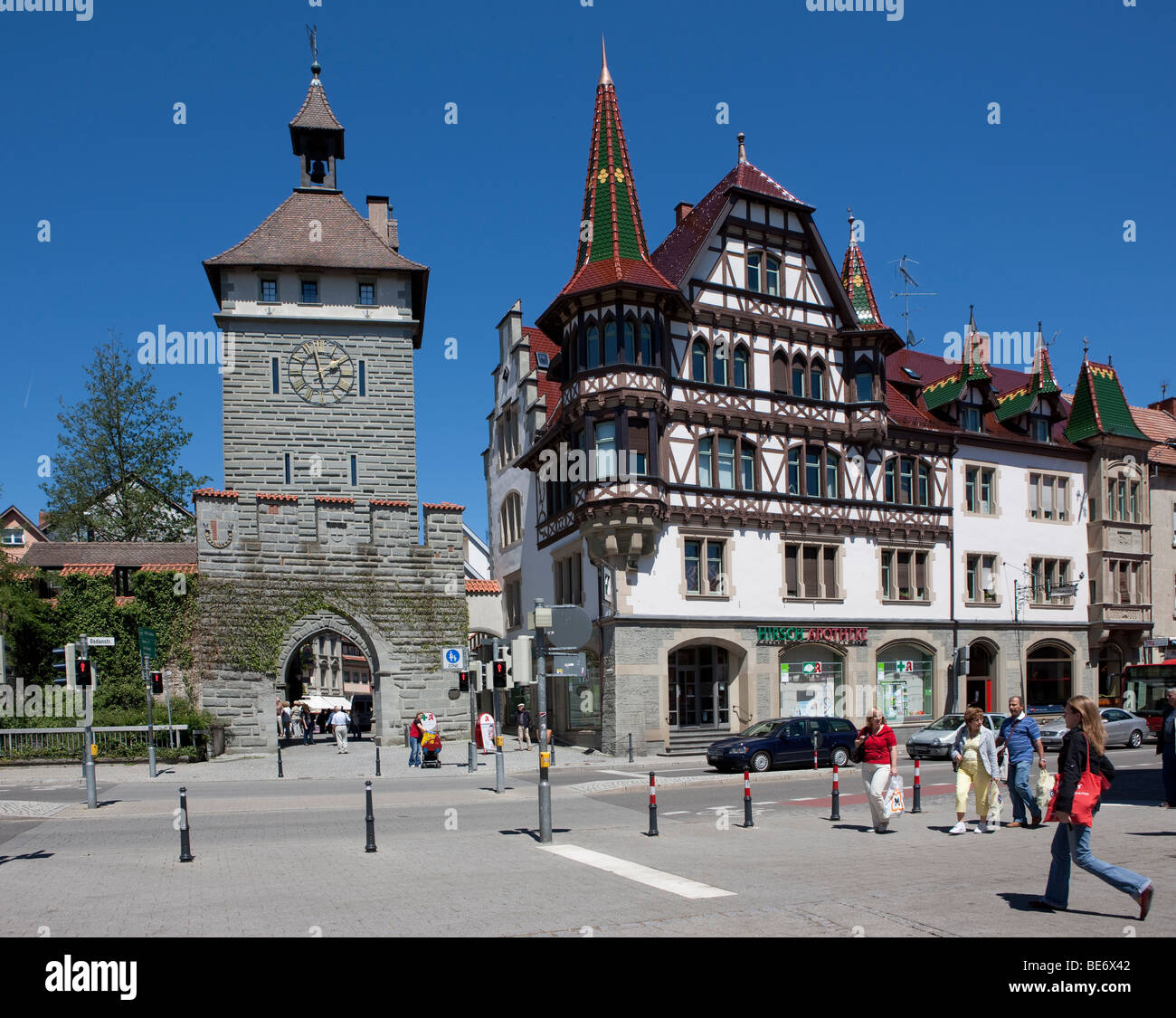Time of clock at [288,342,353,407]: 1:57
